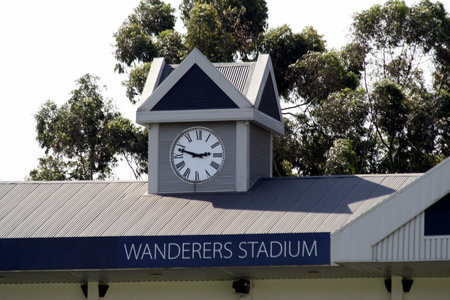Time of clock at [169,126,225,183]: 2:47
